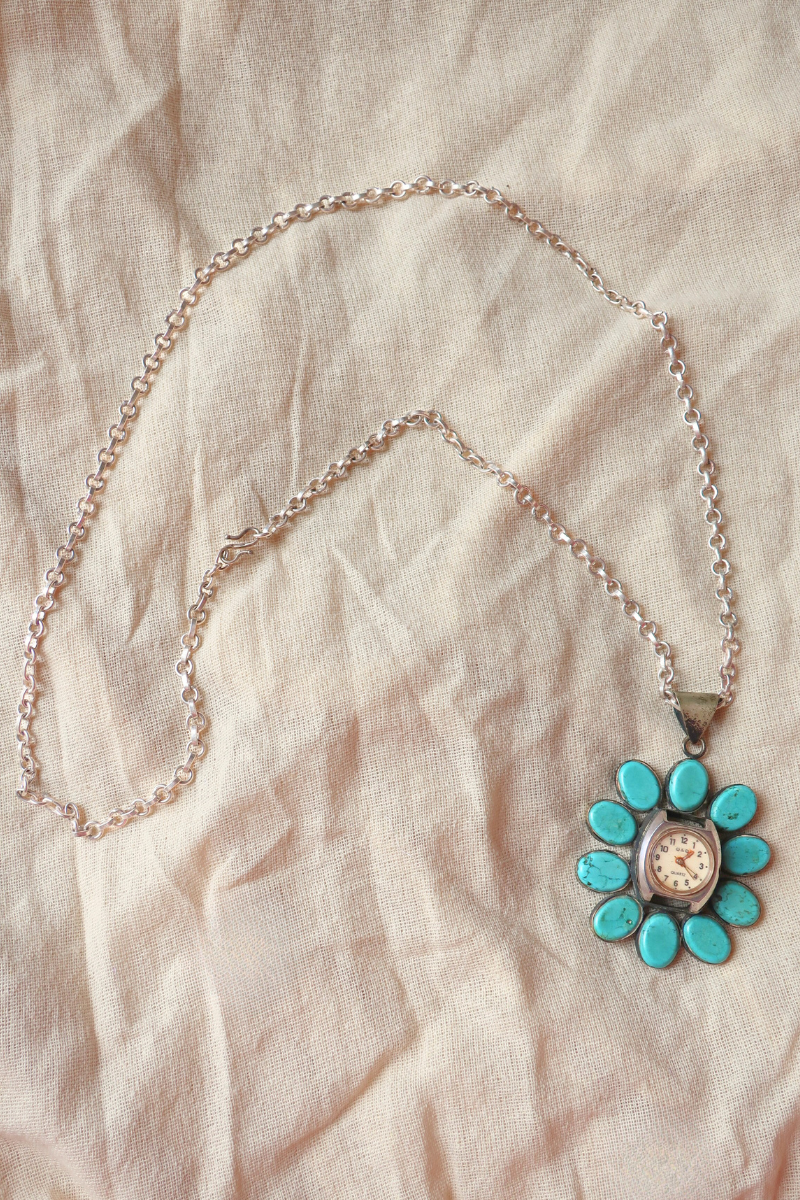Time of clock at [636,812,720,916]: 1:20
